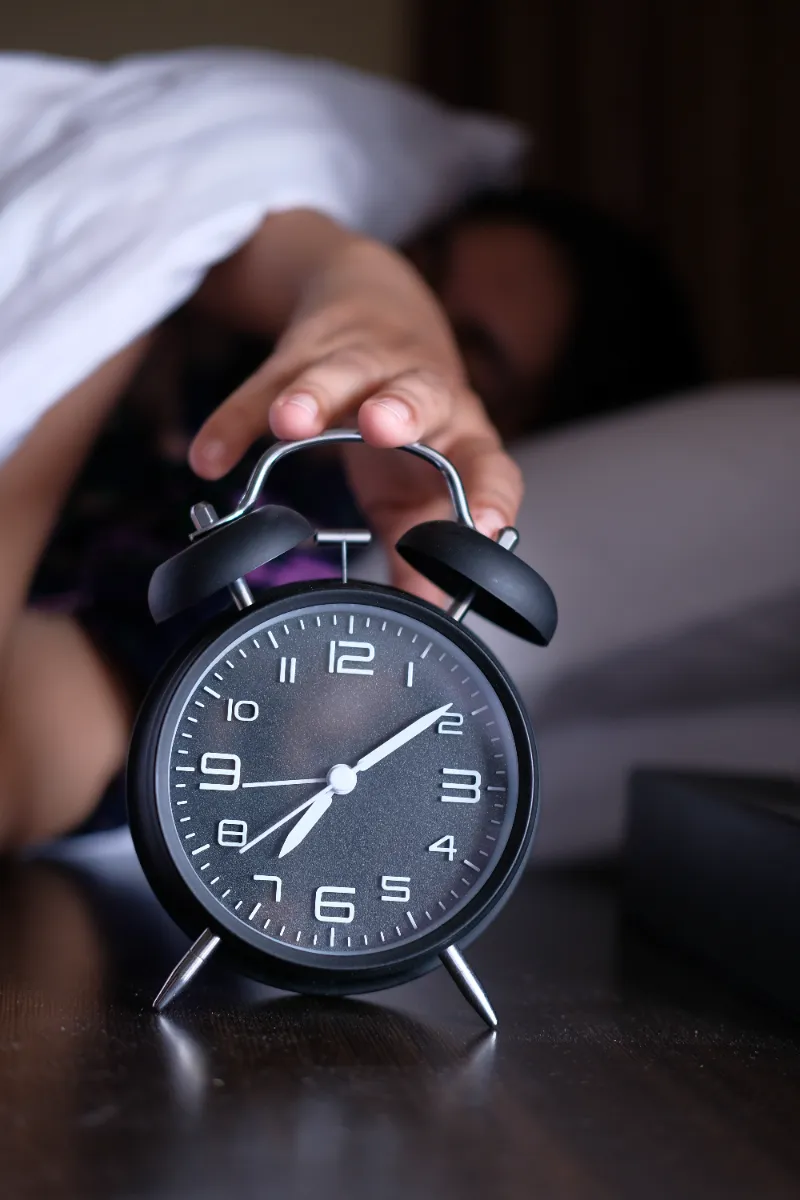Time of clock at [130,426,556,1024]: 7:09
